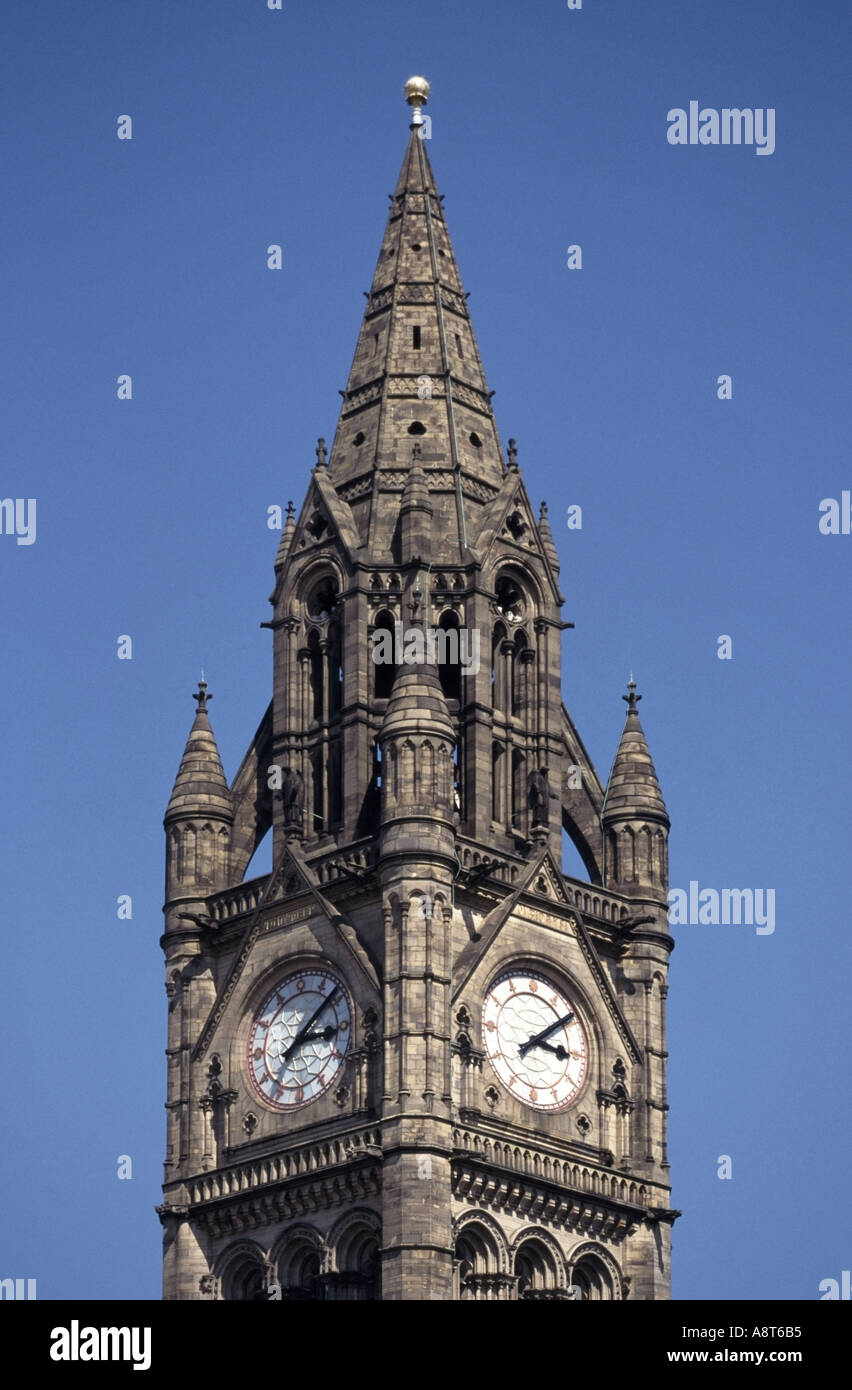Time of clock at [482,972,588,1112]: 3:09
